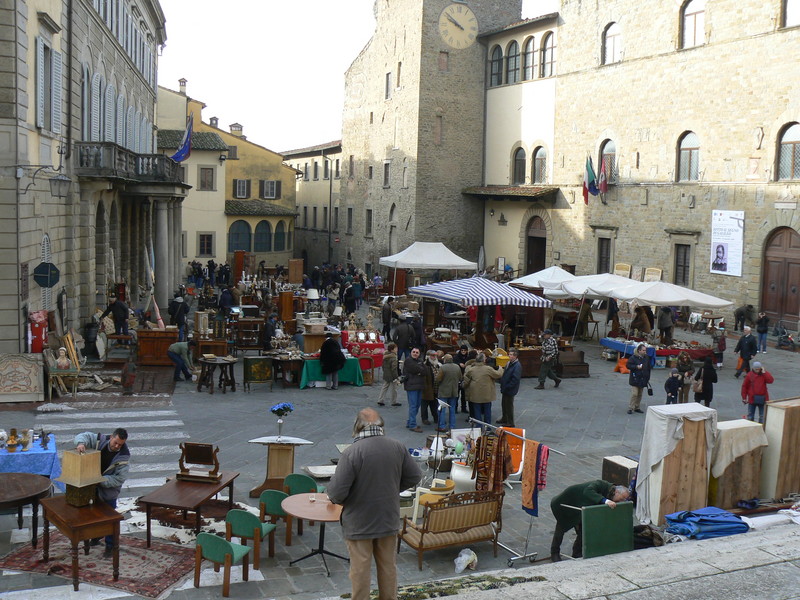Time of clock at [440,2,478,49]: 9:51
